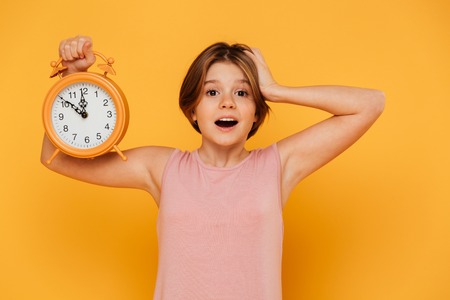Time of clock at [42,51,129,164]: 11:51
